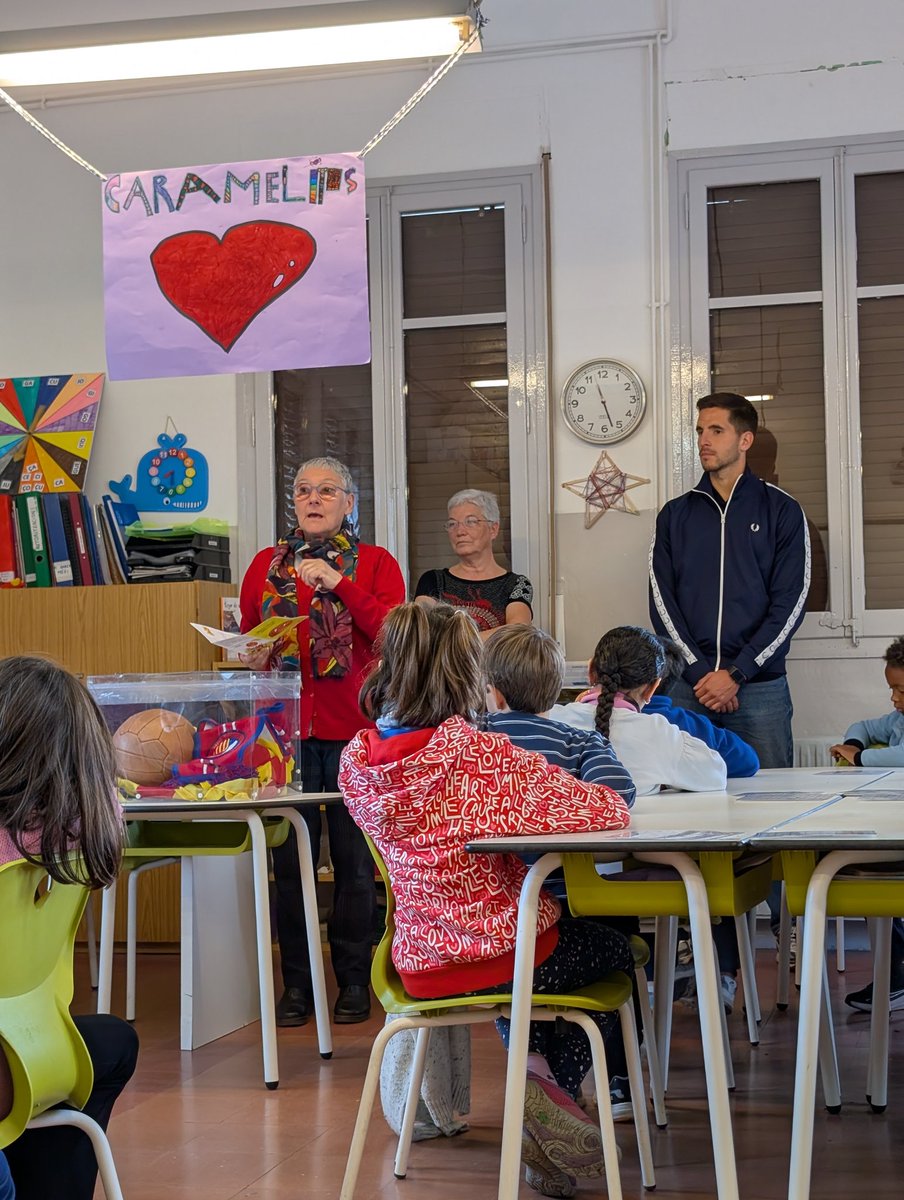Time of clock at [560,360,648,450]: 11:27
